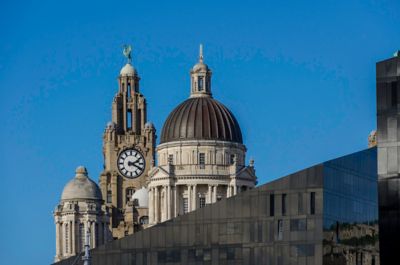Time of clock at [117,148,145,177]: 2:18
